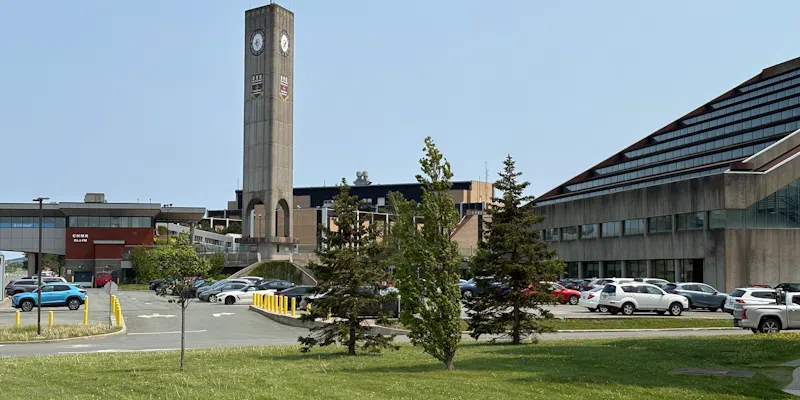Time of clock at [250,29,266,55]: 8:27
